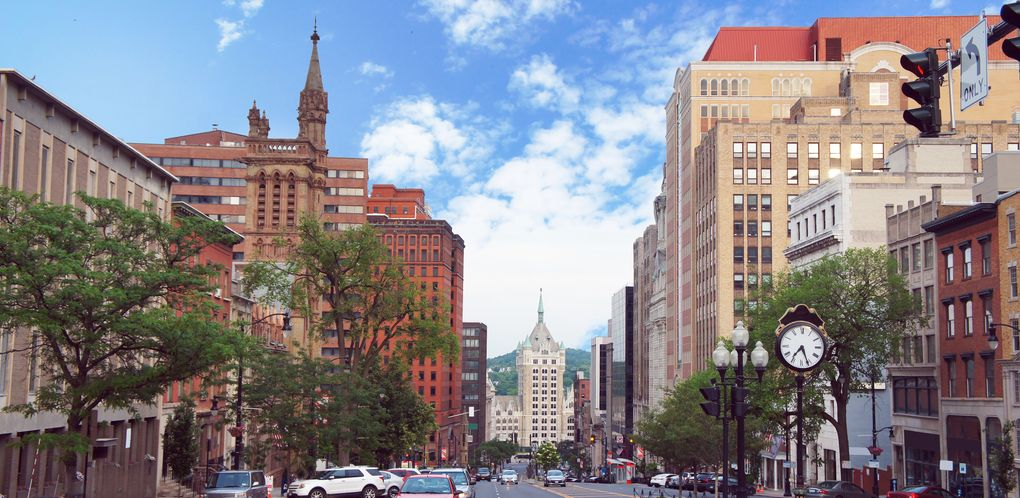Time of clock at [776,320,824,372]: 7:26
